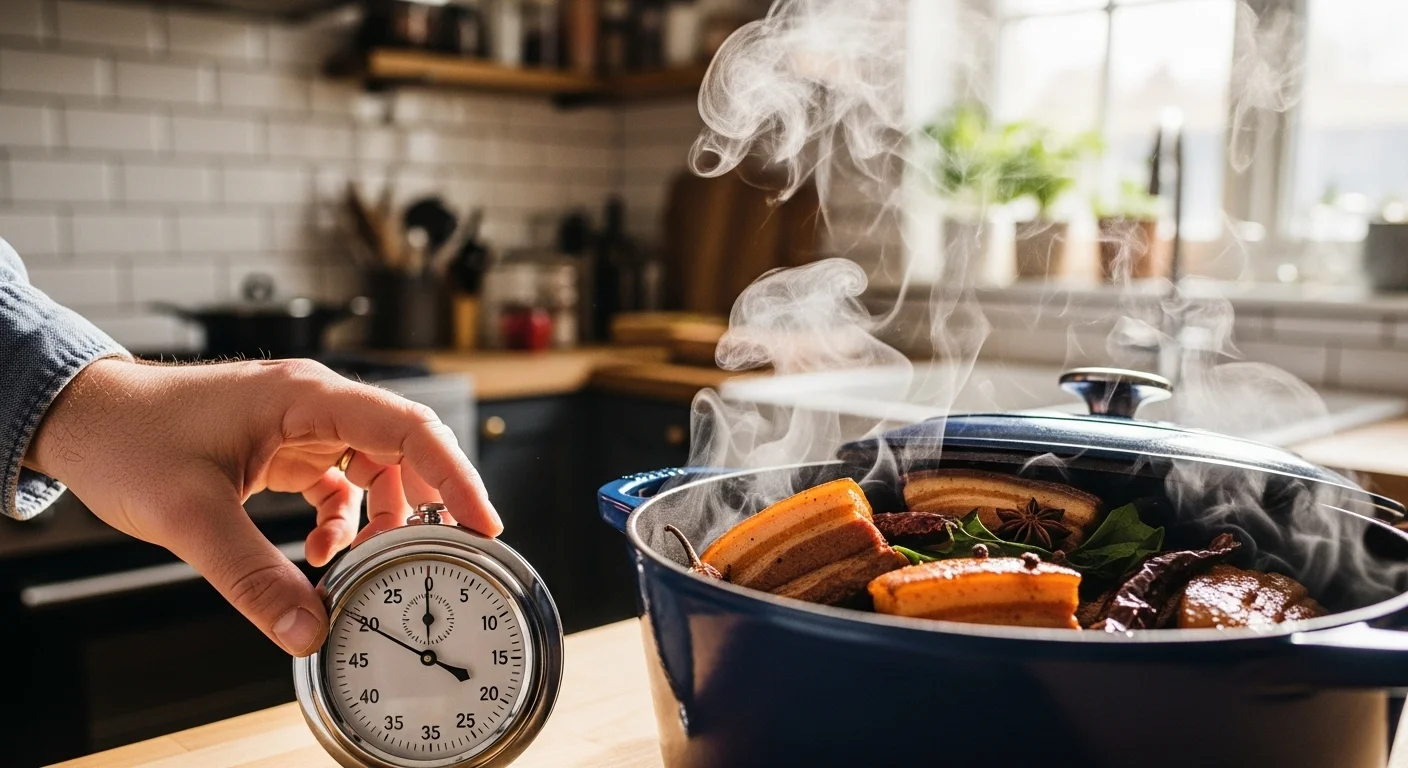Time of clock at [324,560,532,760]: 3:49
